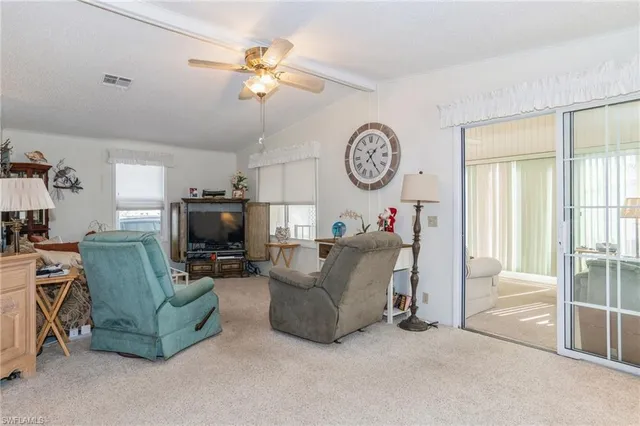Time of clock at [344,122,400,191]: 1:24
